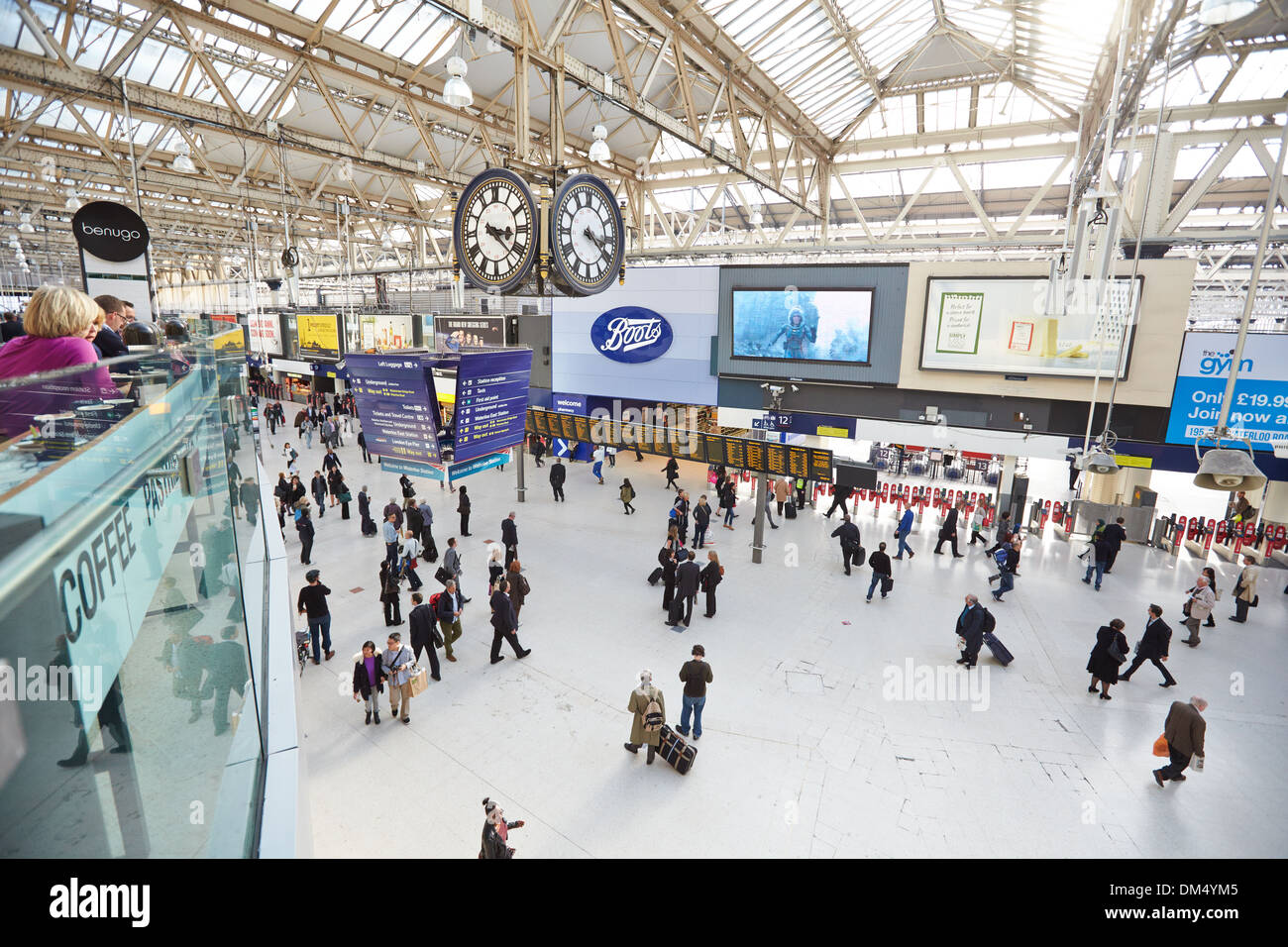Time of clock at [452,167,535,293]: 3:21
